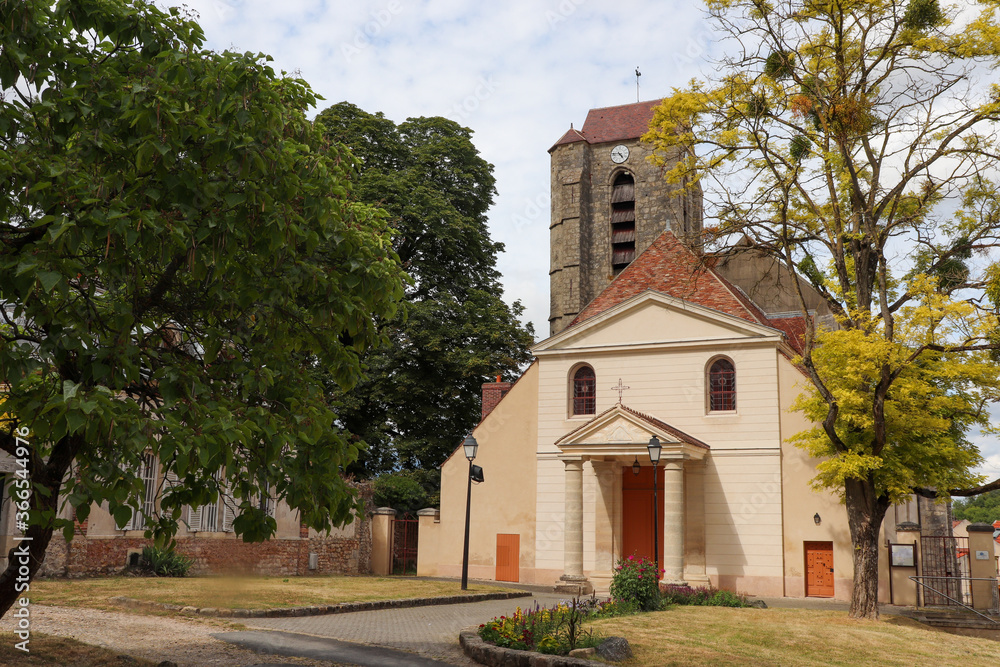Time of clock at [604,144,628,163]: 4:45
